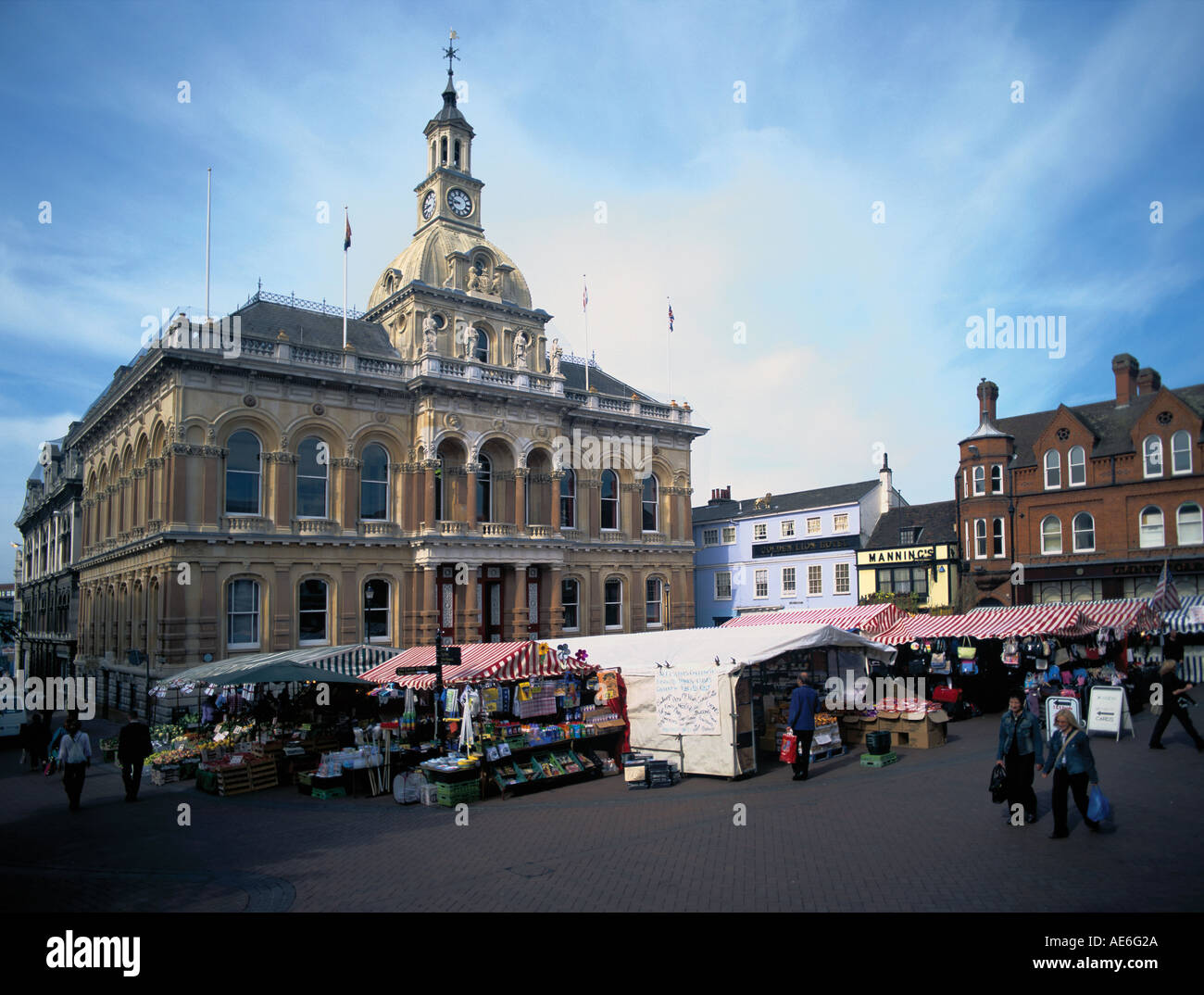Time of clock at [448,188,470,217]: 8:47
